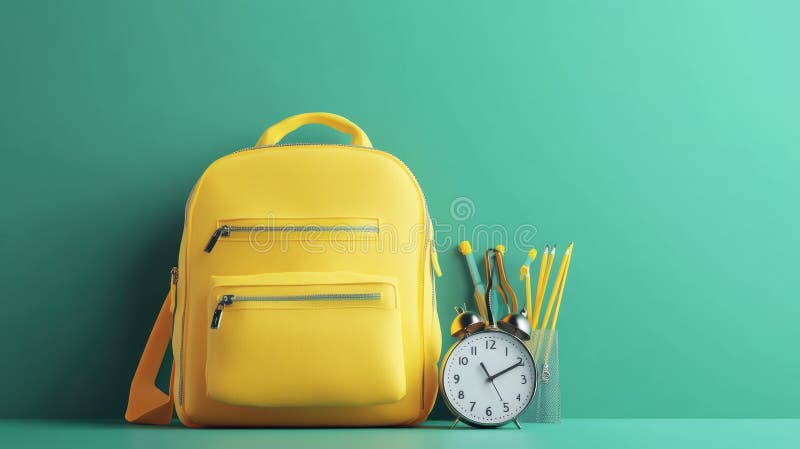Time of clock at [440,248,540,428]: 11:10
